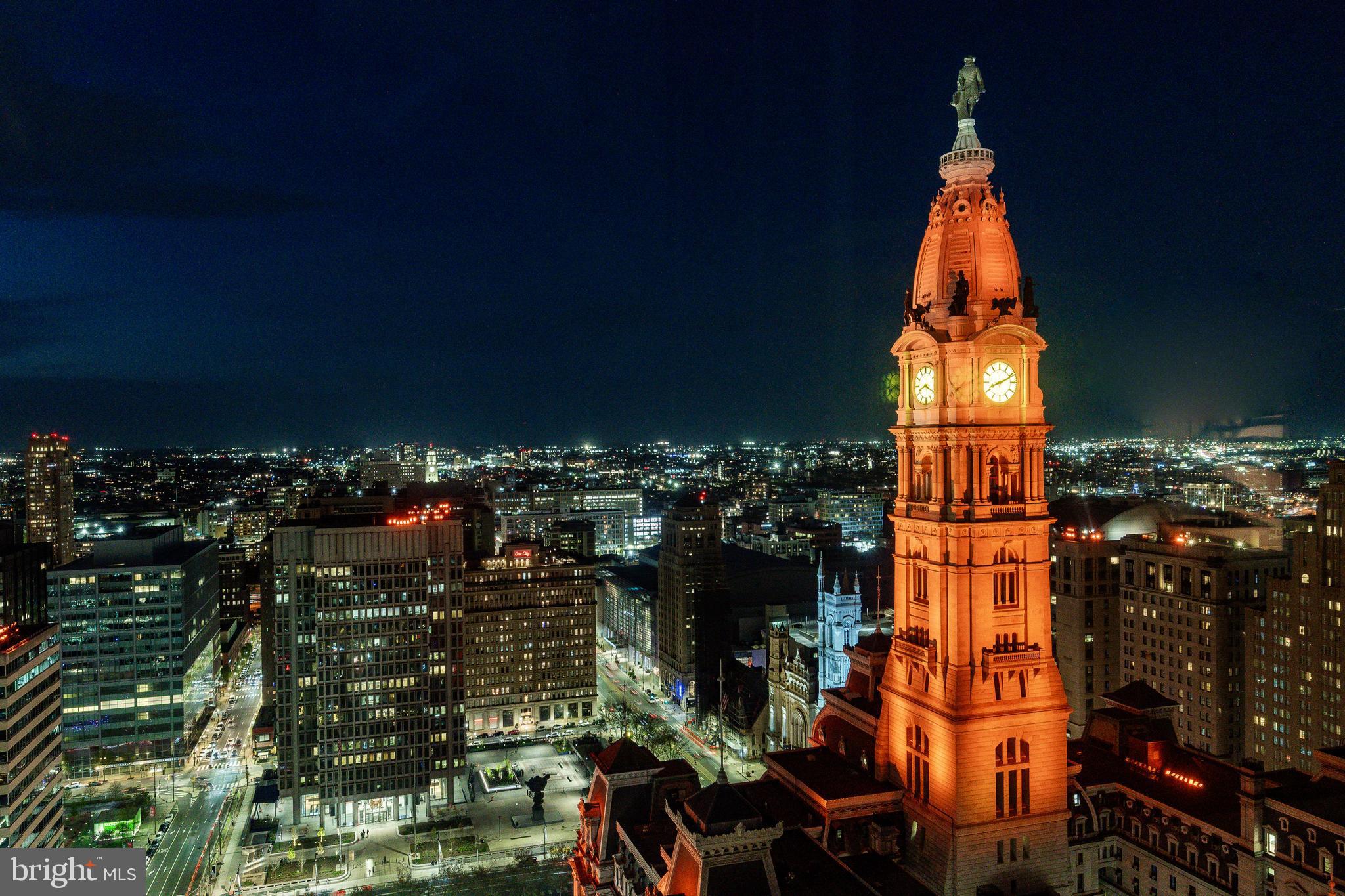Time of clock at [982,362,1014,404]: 8:11
